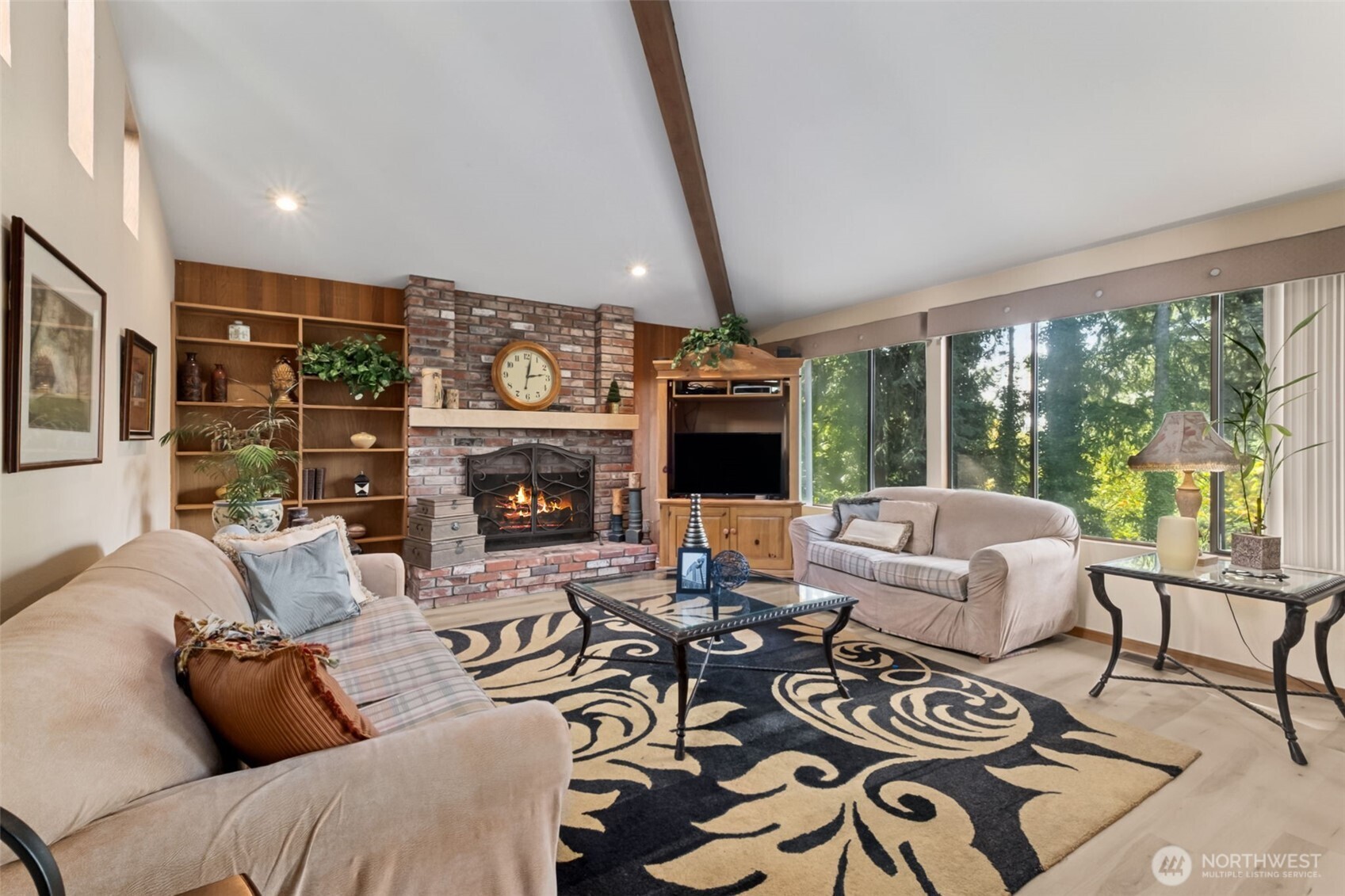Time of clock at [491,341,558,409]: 12:13
